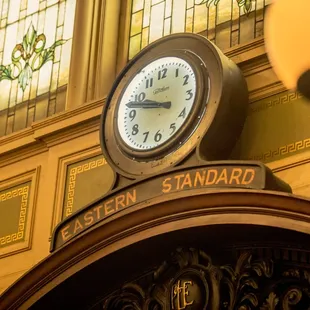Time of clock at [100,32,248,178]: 9:47
